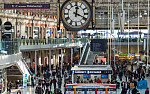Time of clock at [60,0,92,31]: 12:19
